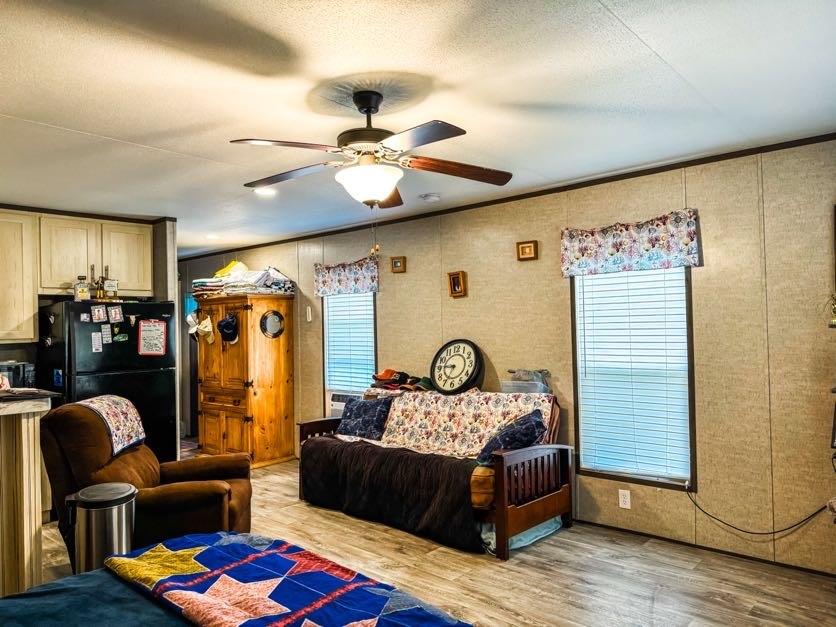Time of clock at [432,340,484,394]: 6:46
